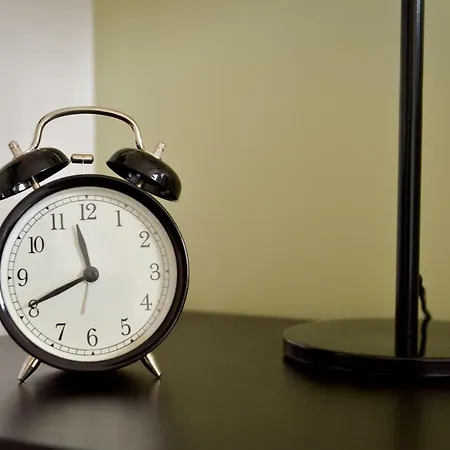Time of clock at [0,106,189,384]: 11:40
